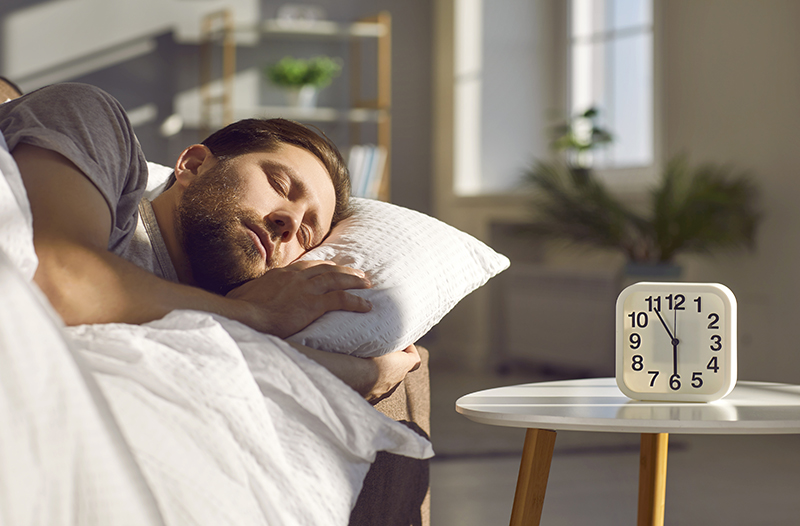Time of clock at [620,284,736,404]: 5:54
